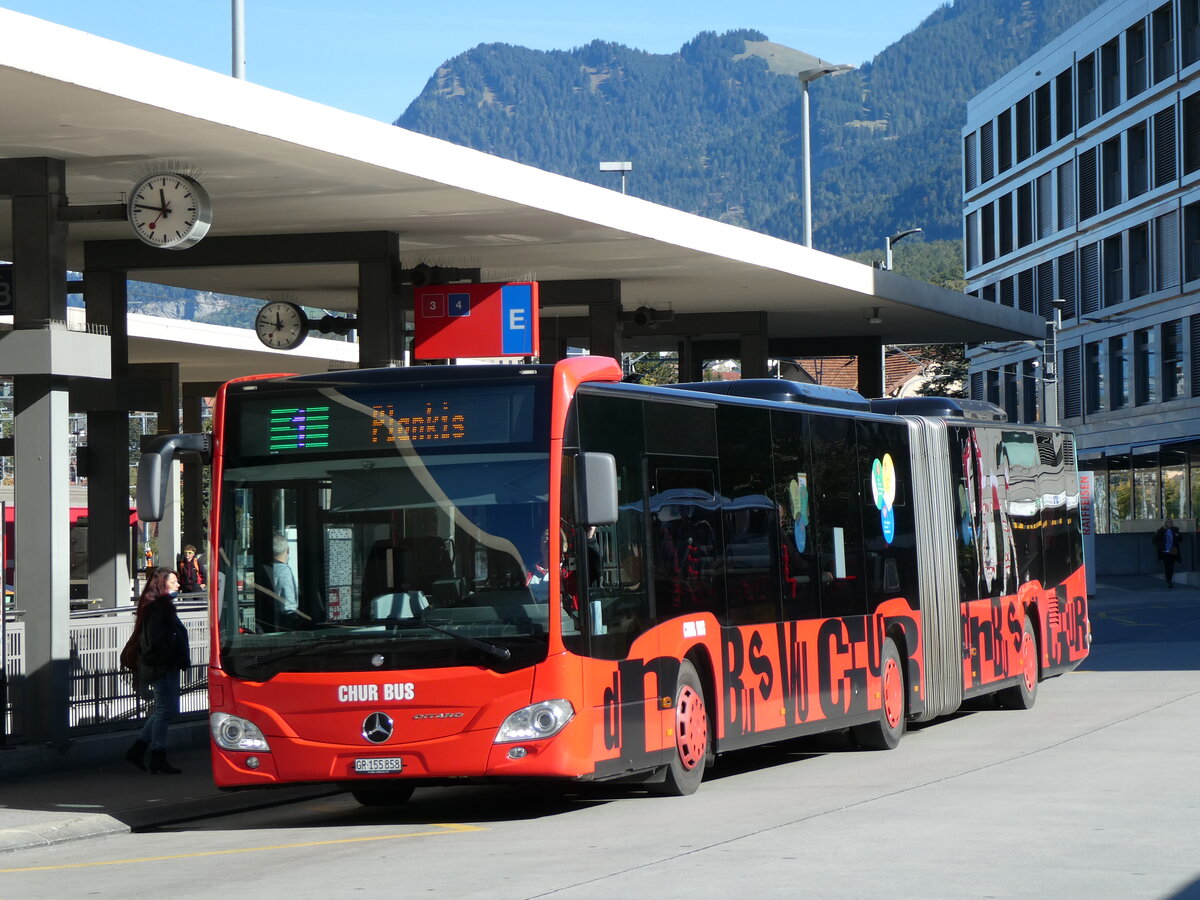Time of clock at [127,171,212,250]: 11:46
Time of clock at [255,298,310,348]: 11:47
